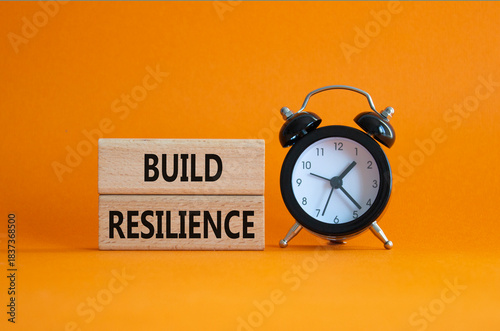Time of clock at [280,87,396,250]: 1:22
